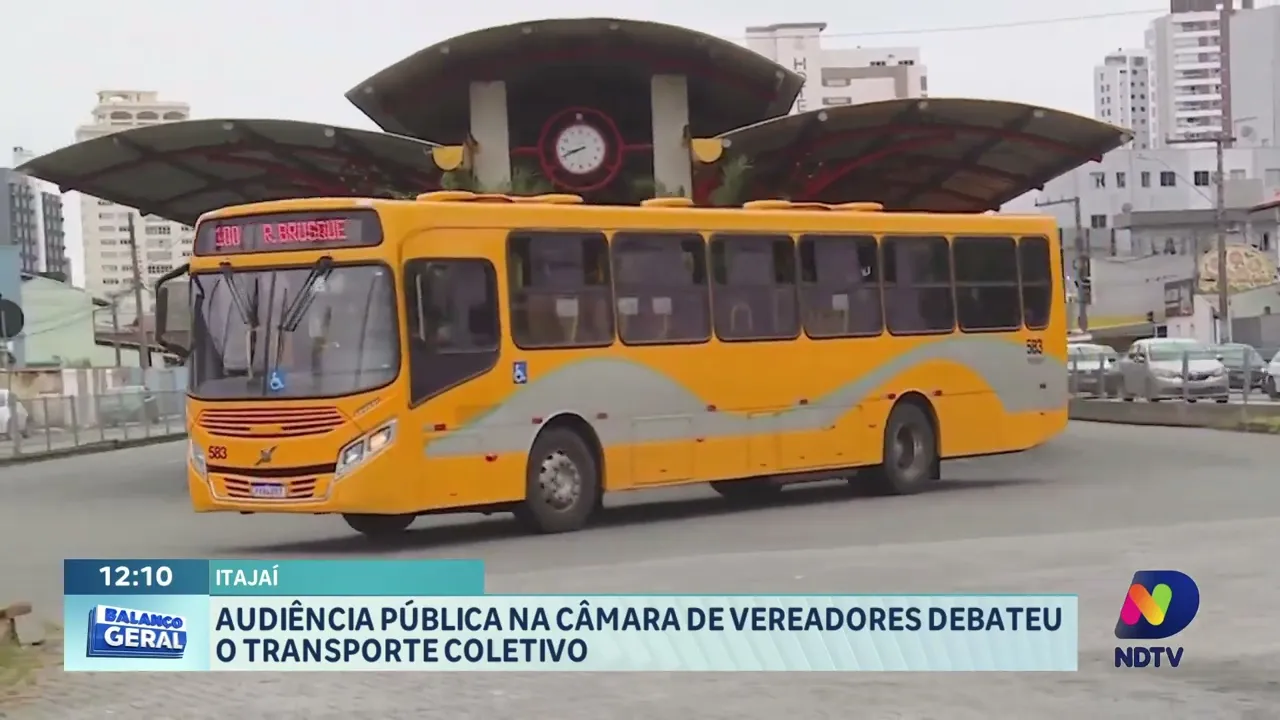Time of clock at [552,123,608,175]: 8:41
